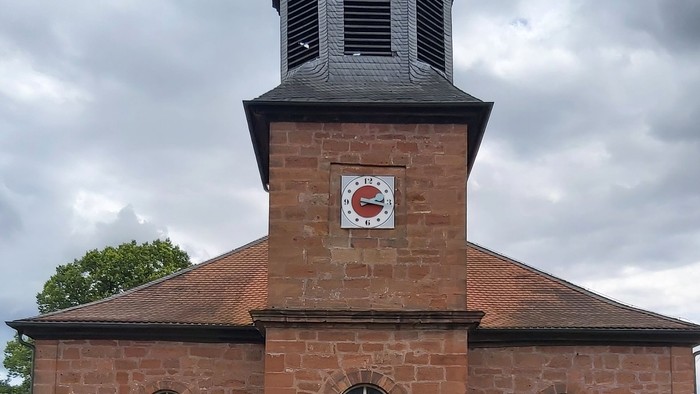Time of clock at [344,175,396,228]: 2:17
